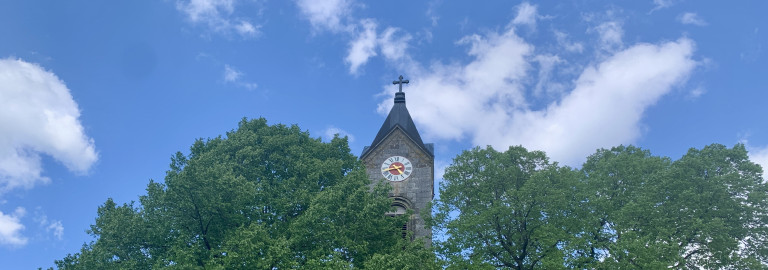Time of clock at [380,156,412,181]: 4:42
